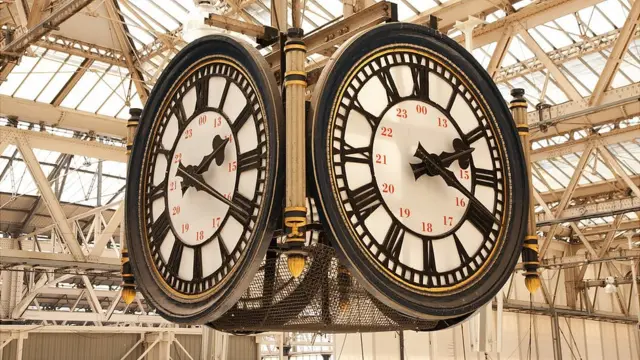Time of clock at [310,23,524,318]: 2:18
